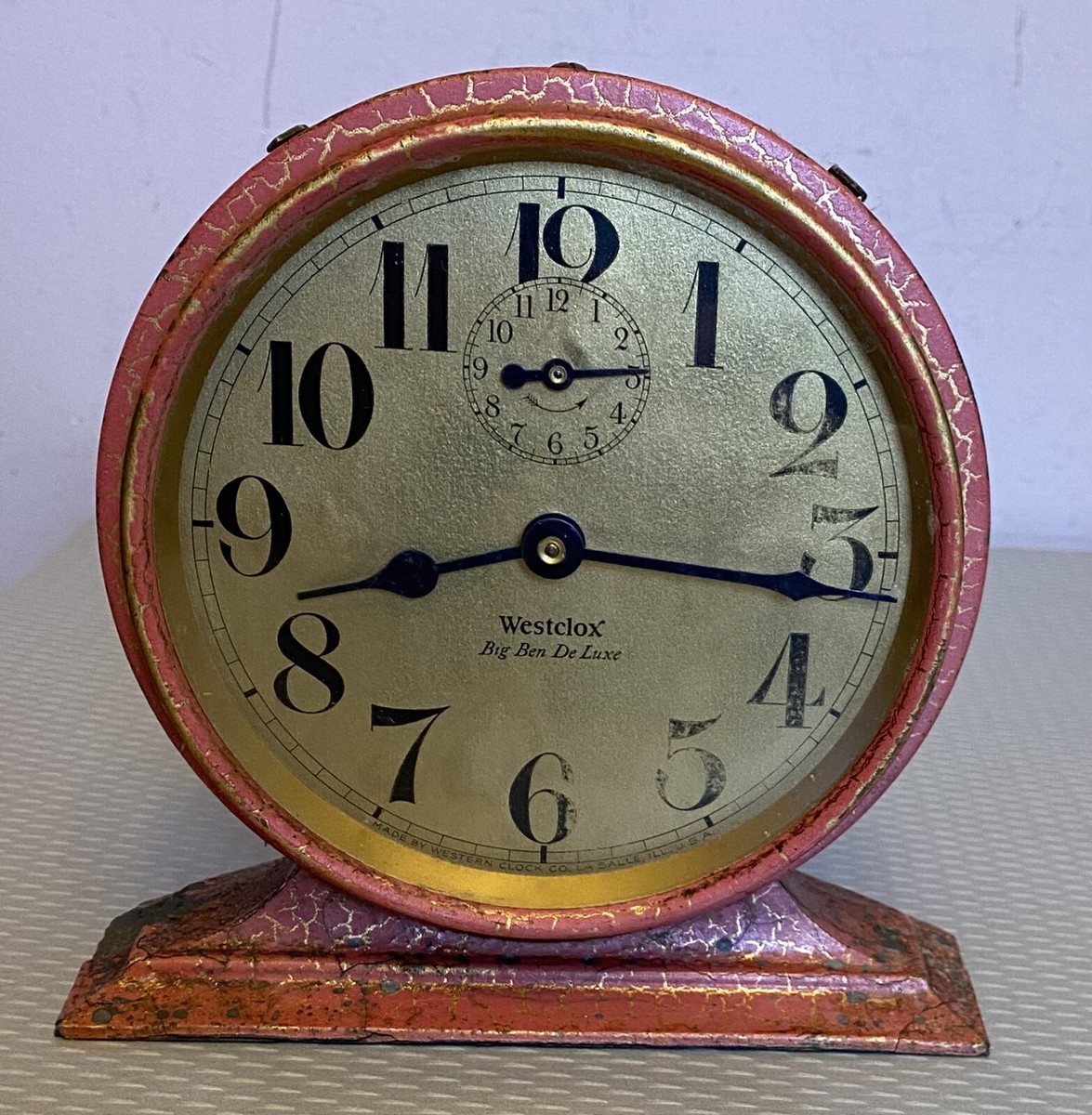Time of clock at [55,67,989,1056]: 8:16
